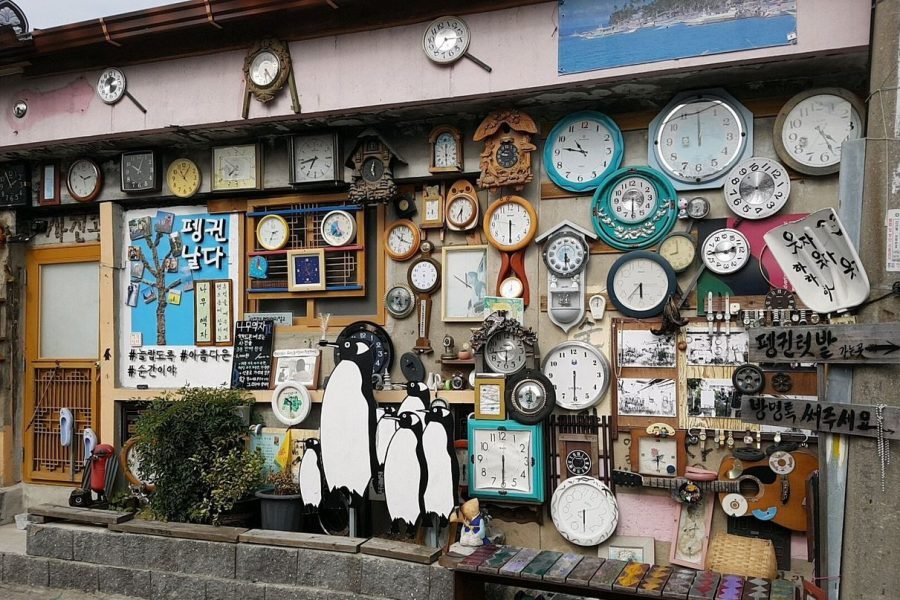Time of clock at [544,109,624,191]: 10:46
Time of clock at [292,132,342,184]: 6:42
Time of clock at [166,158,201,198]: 11:05
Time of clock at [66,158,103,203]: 10:12
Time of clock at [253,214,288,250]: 2:34
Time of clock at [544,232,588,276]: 5:29
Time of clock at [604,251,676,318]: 5:36
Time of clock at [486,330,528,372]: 5:43
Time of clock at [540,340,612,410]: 6:30
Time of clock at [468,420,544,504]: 6:30
